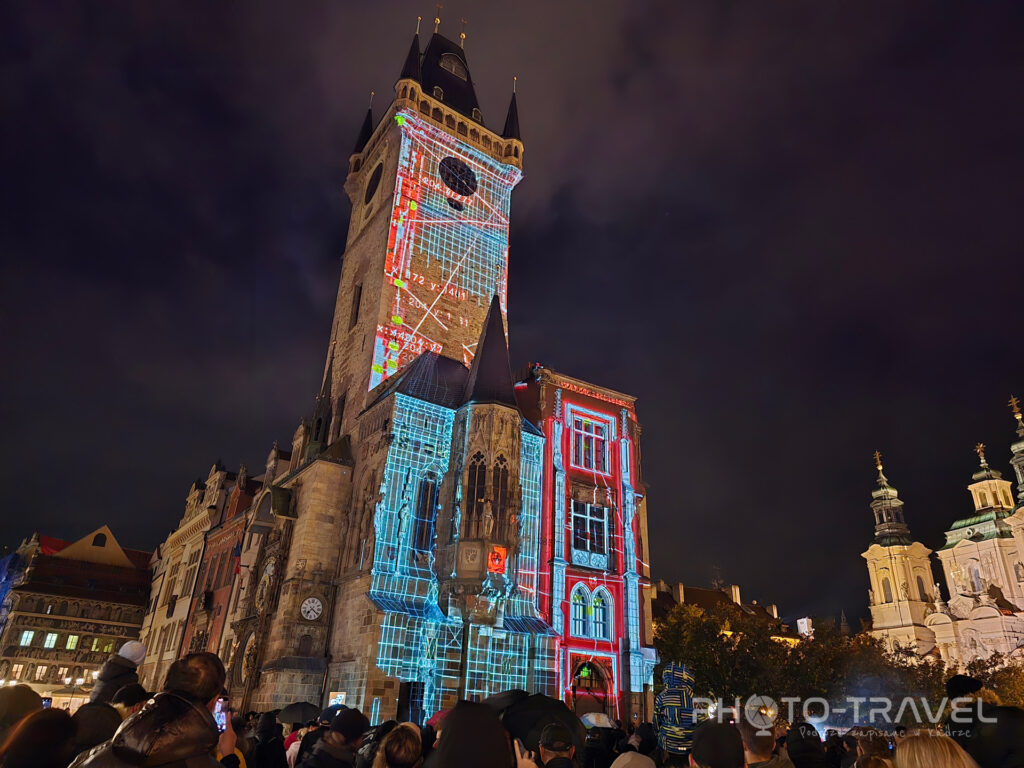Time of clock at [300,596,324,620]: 7:21
